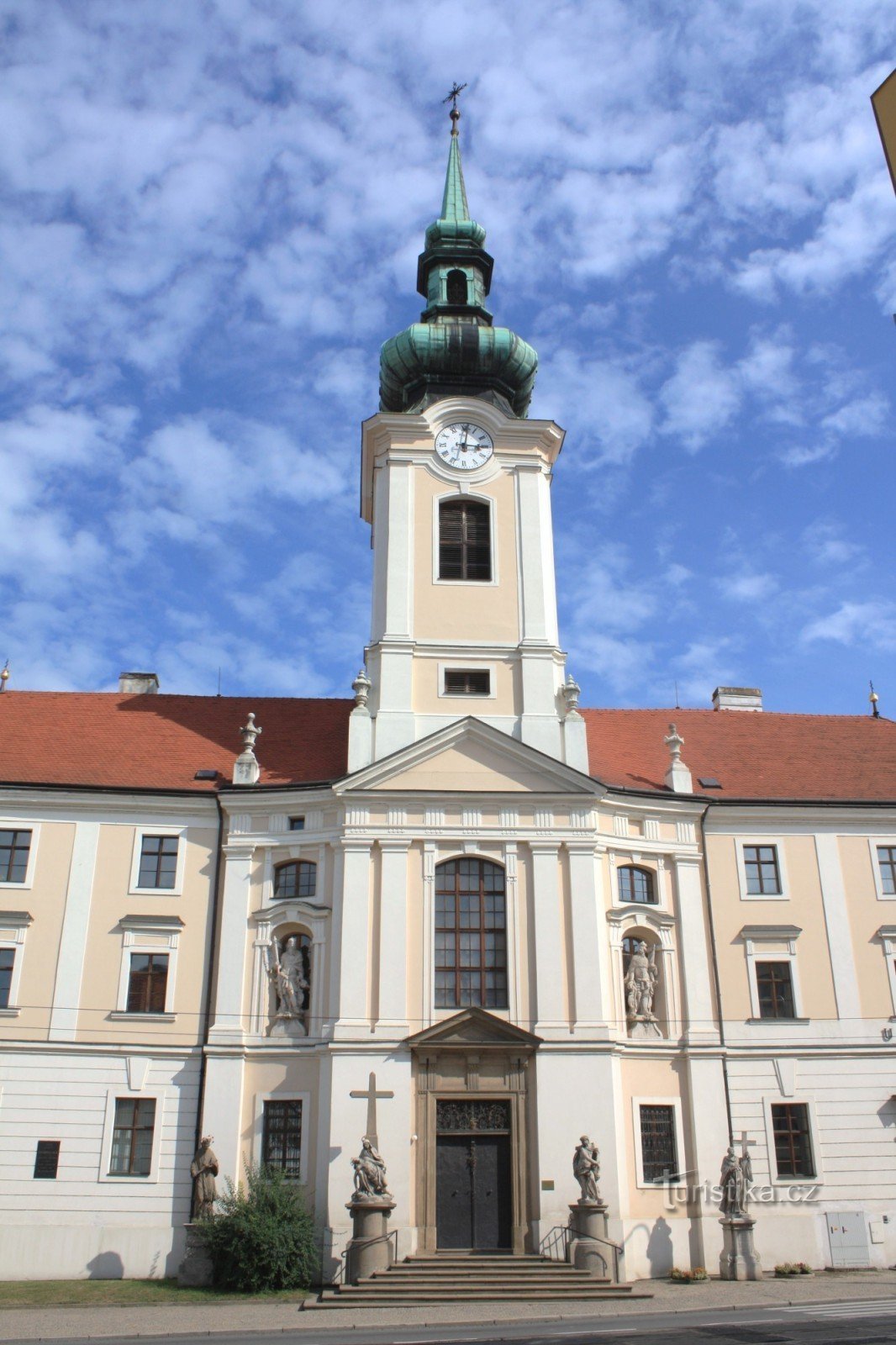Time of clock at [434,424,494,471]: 3:01
